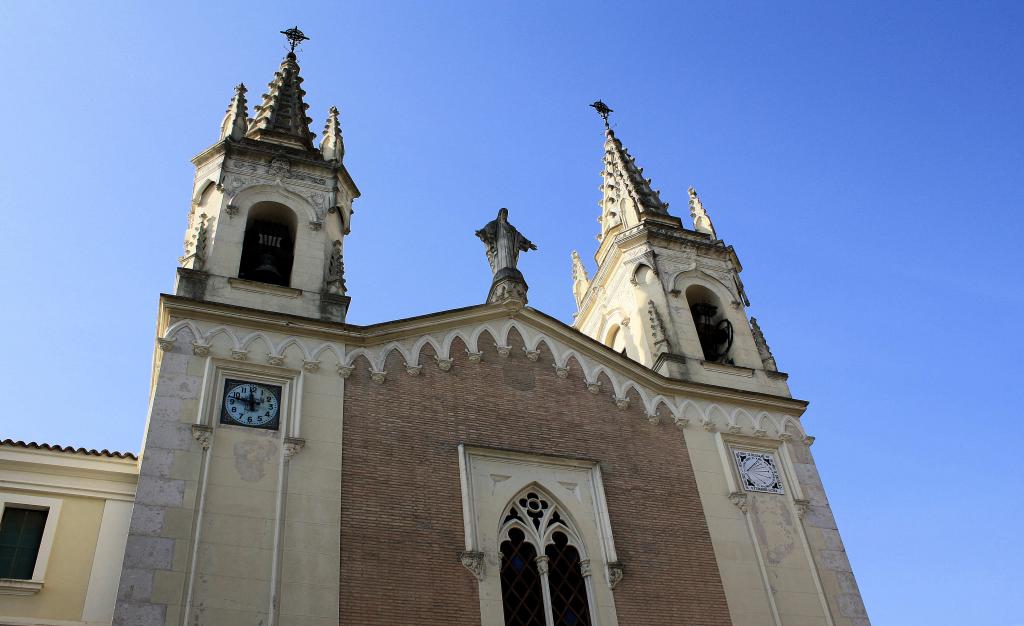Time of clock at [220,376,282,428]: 11:47
